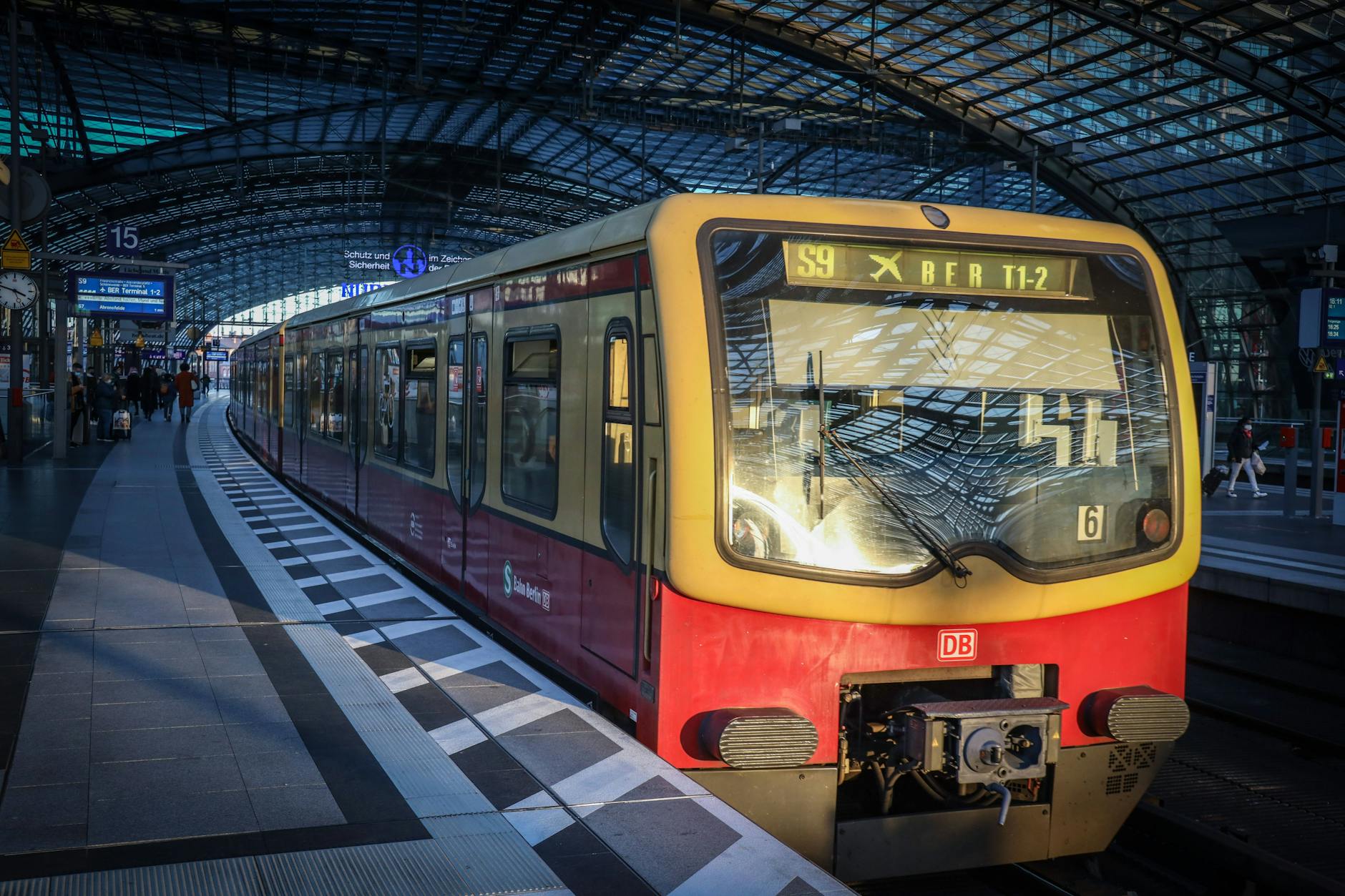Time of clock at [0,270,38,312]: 3:47
